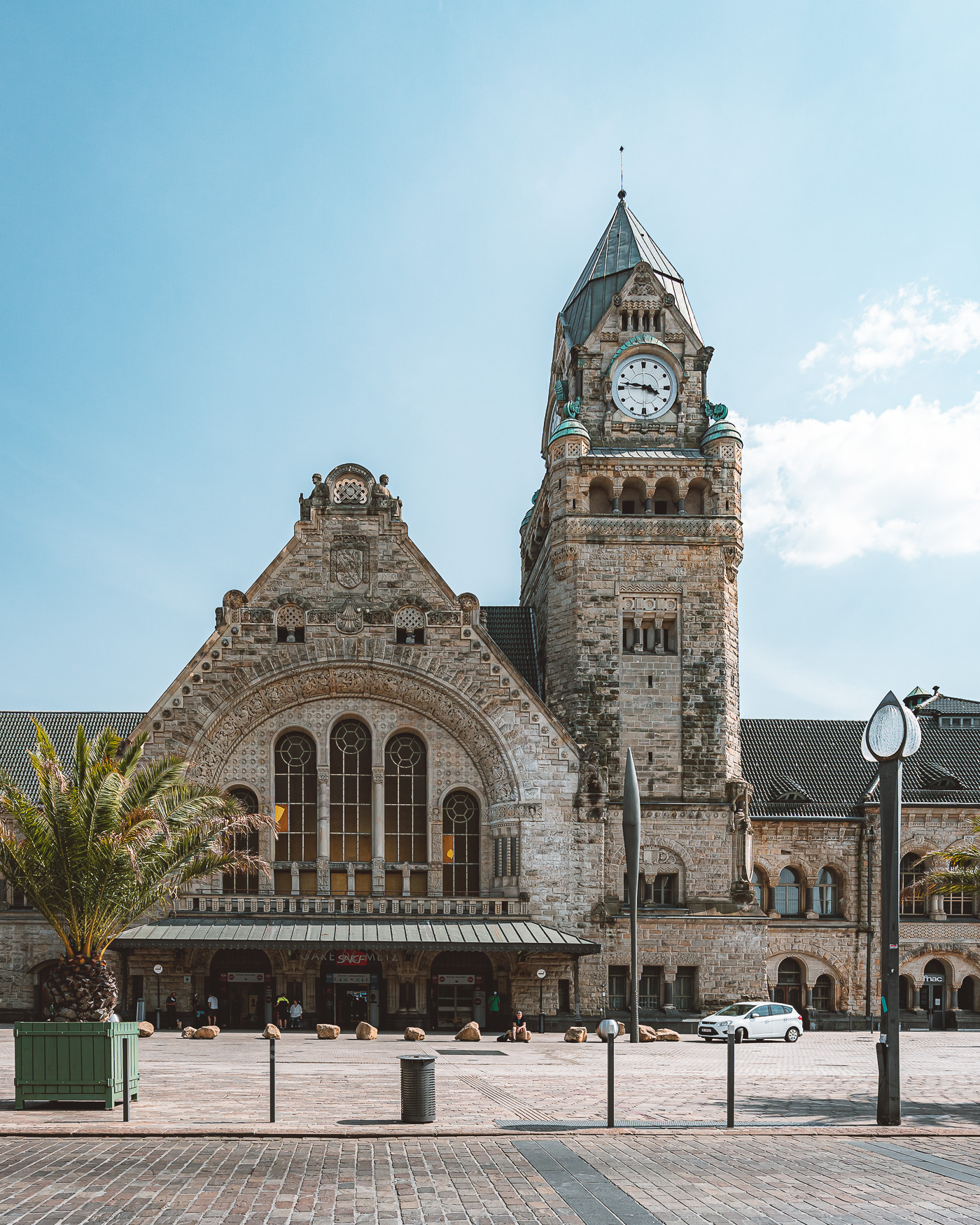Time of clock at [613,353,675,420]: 3:46
